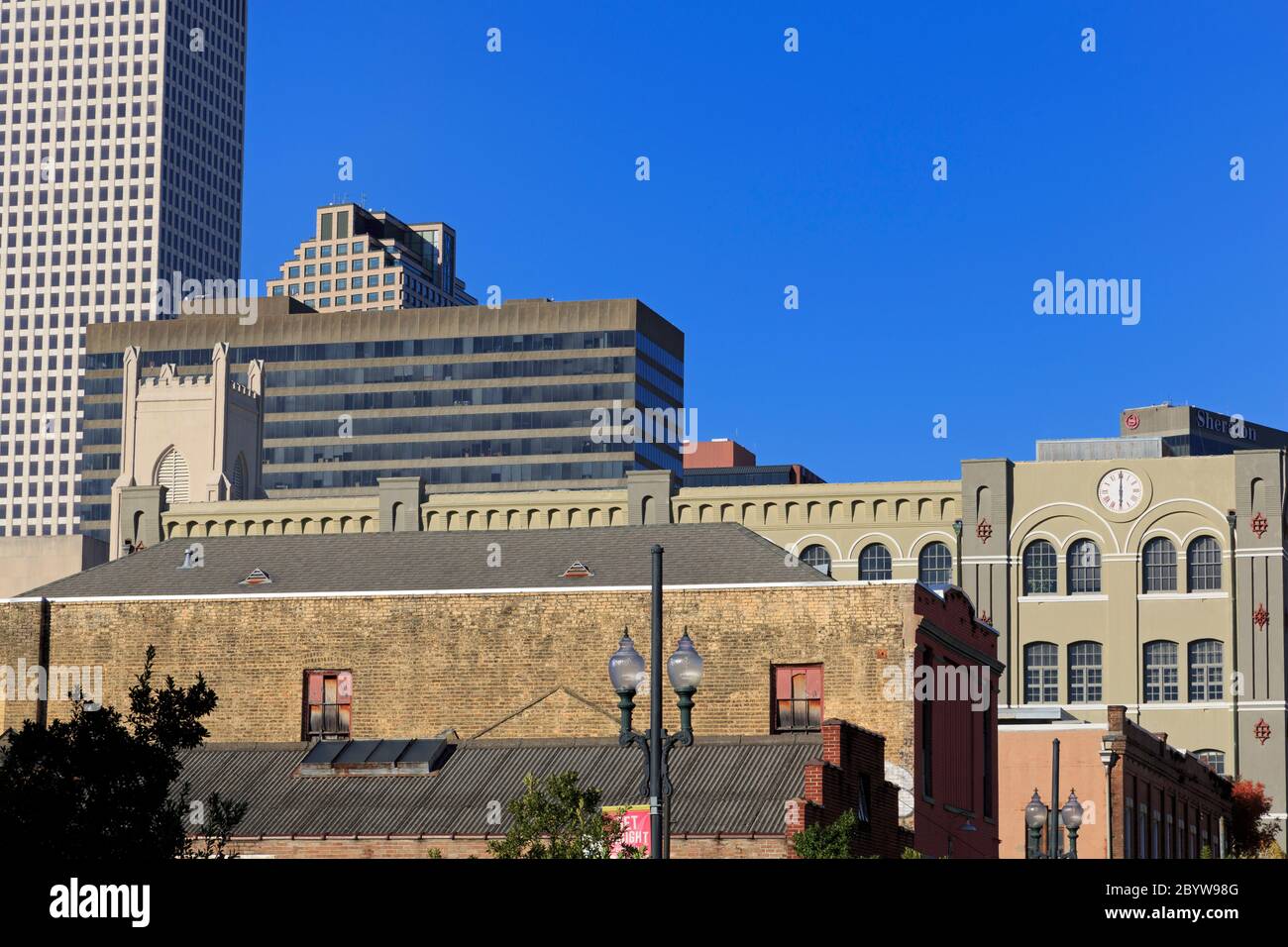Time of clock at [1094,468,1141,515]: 6:00
